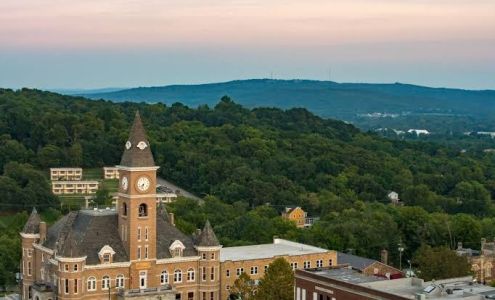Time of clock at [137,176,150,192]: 7:32
